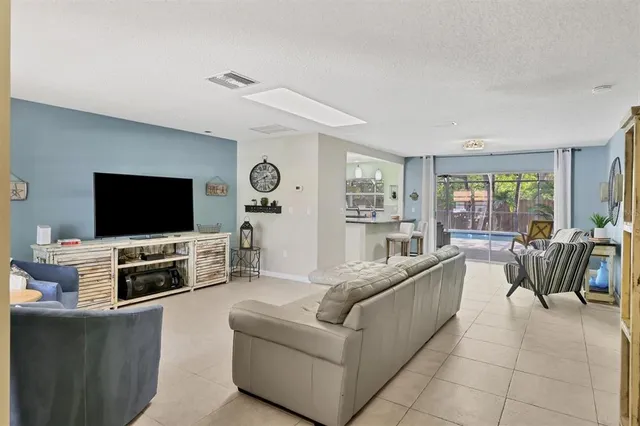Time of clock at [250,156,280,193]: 5:40
